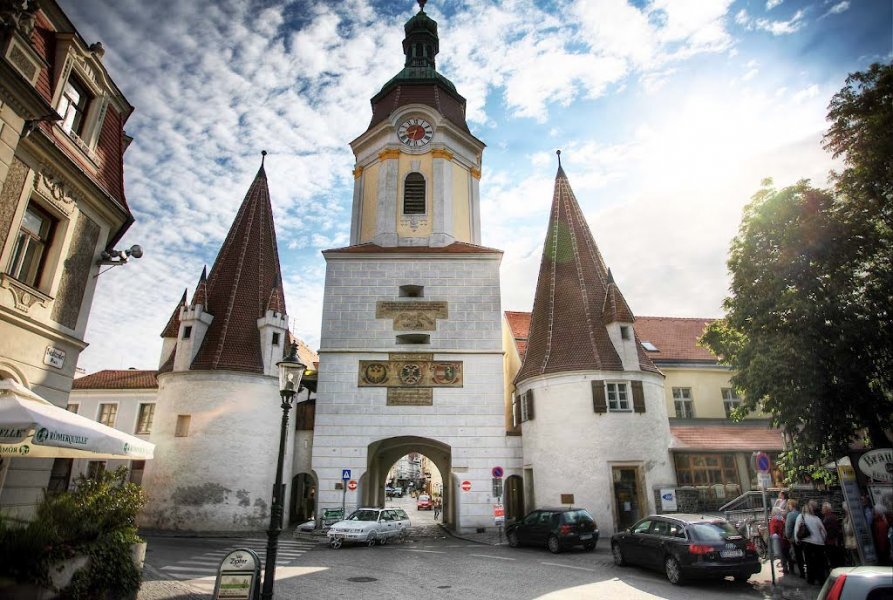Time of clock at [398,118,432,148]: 6:40
